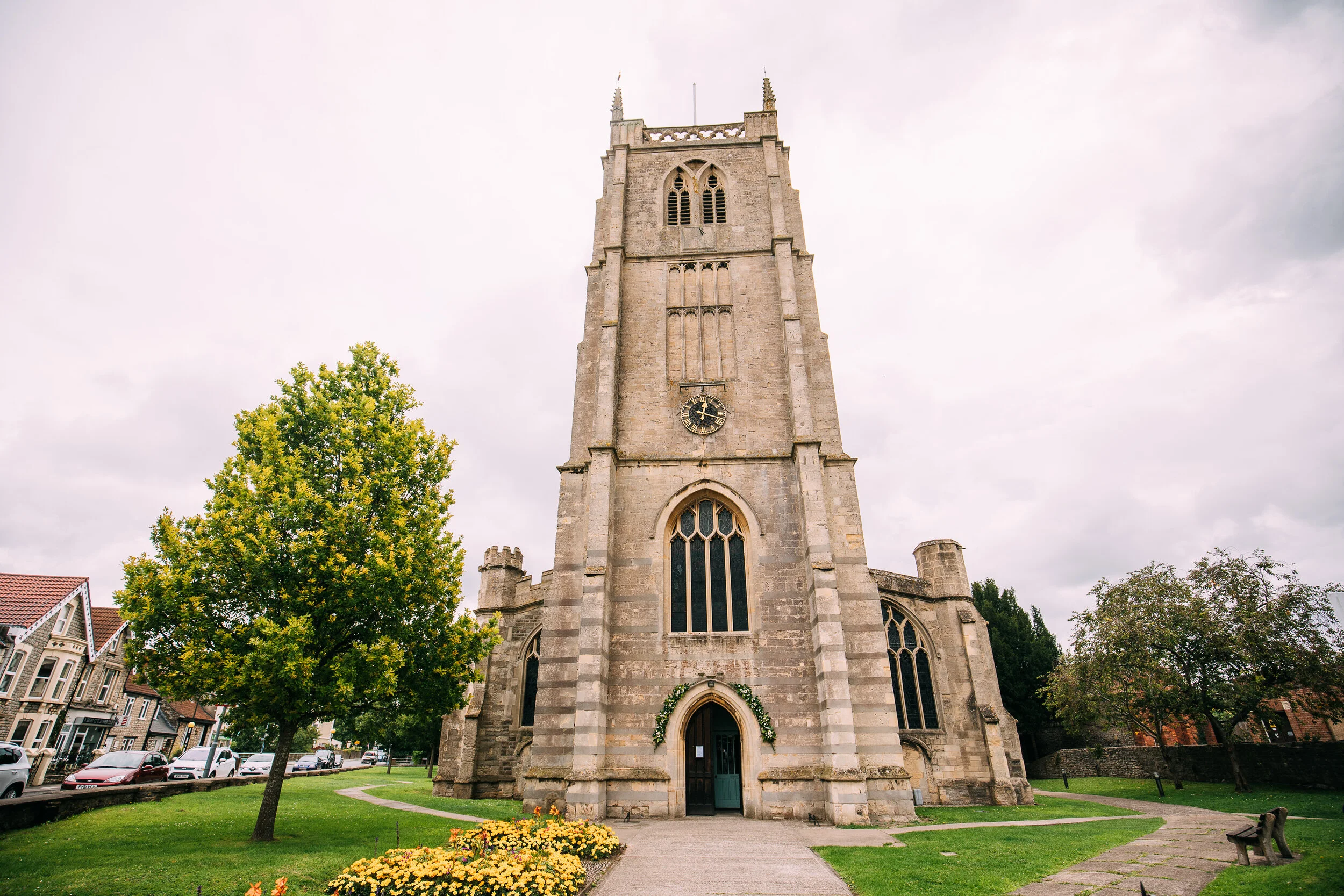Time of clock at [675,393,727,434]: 12:17
